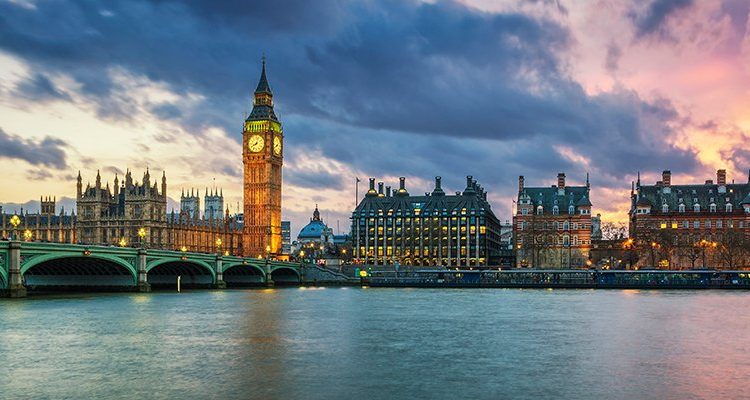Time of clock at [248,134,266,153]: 8:03
